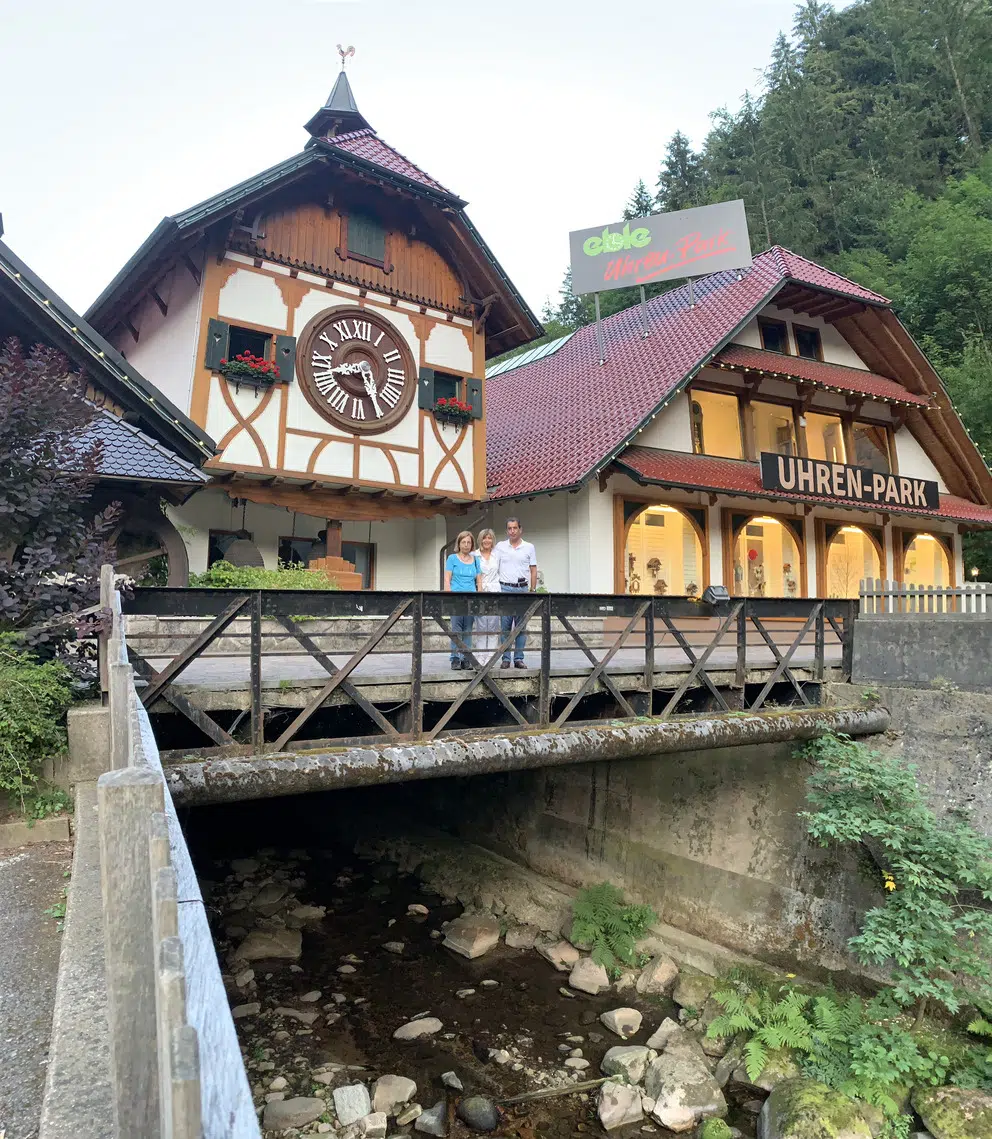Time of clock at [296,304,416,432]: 8:25
